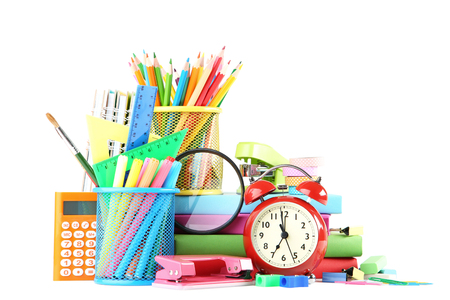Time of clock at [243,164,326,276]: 6:58
